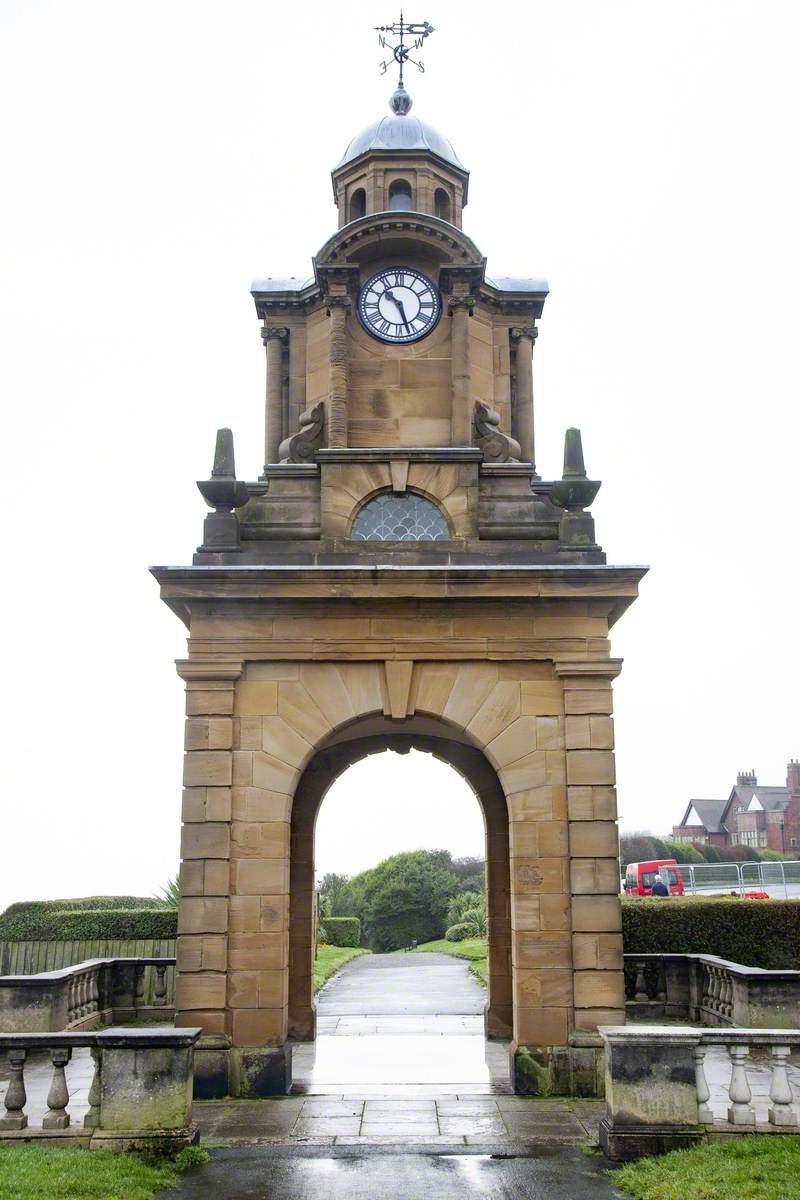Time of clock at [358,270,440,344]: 10:26
